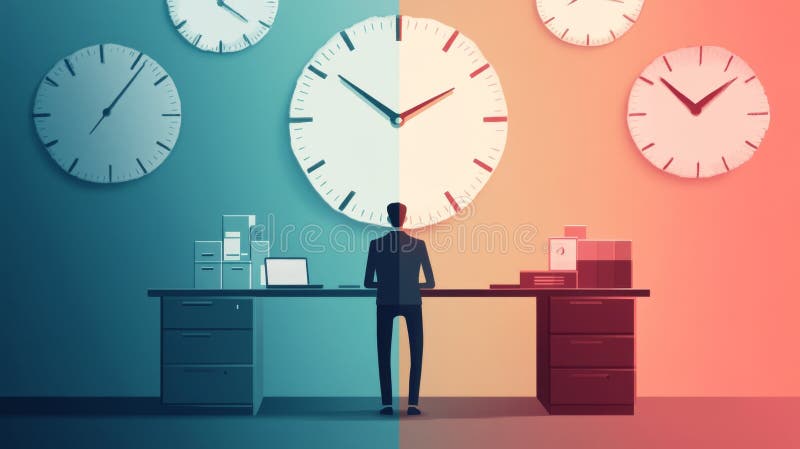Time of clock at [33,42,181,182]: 1:06
